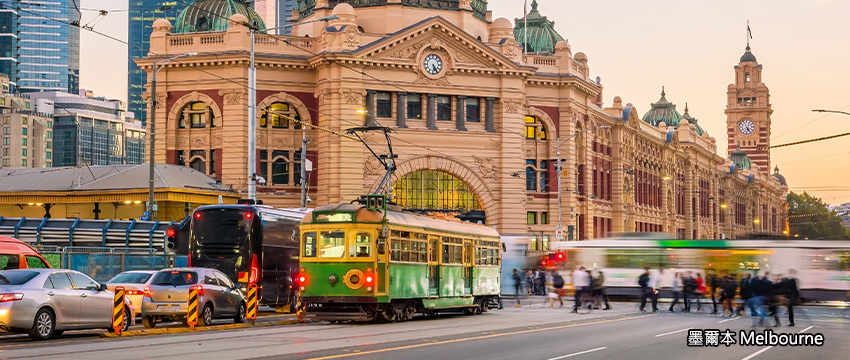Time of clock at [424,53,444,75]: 5:24
